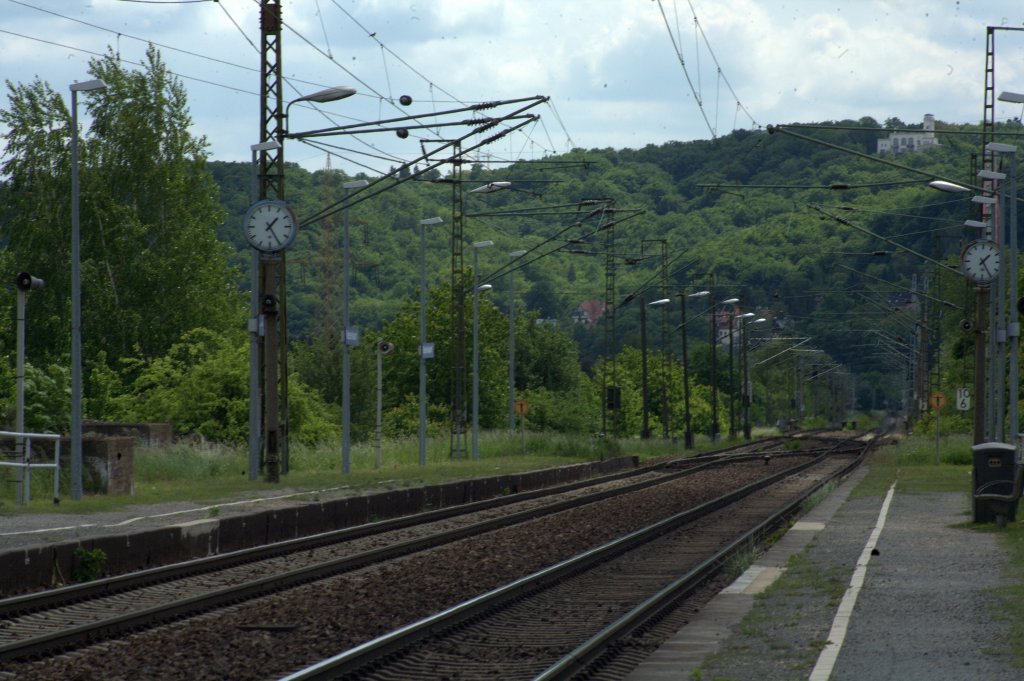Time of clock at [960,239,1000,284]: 1:25
